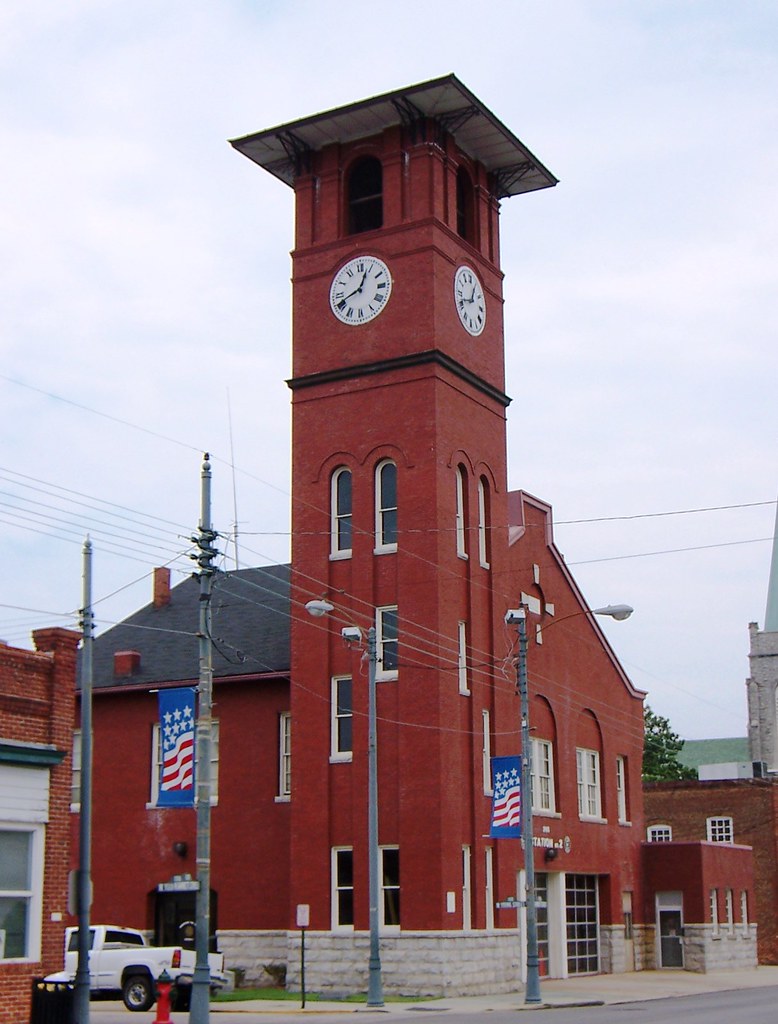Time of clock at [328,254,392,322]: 12:41
